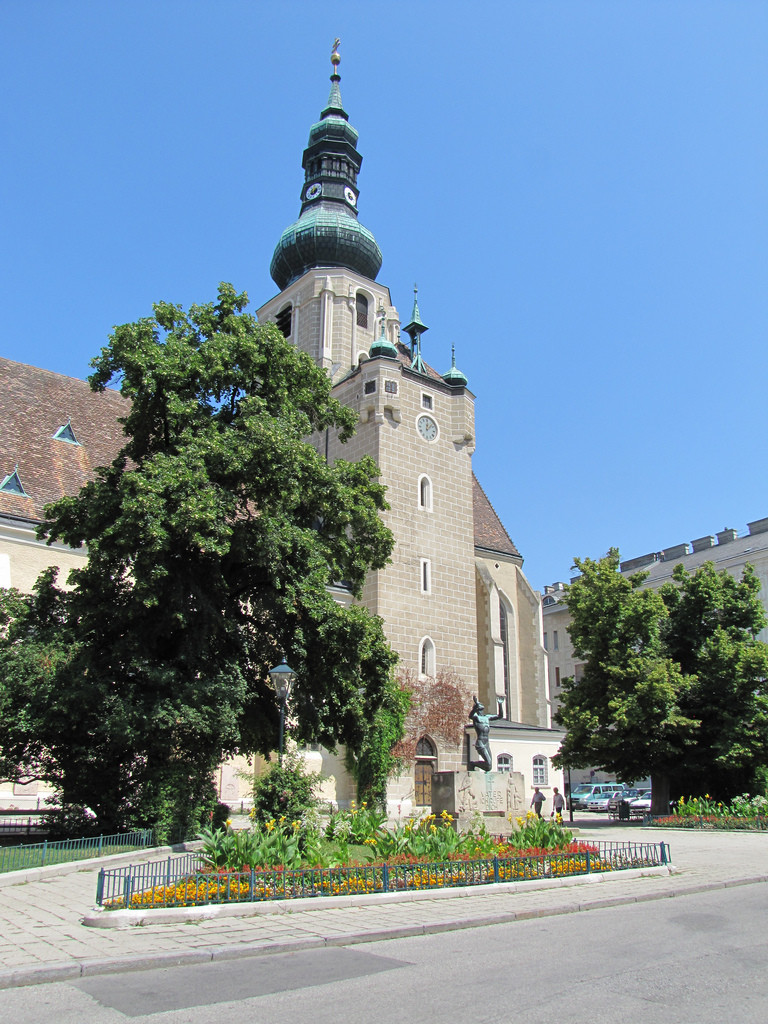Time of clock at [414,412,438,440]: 12:07
